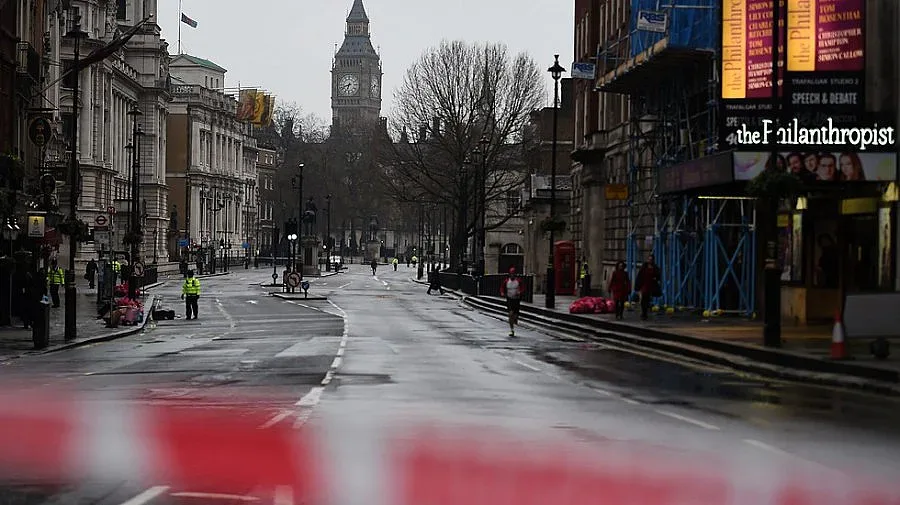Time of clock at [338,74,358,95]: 6:41
